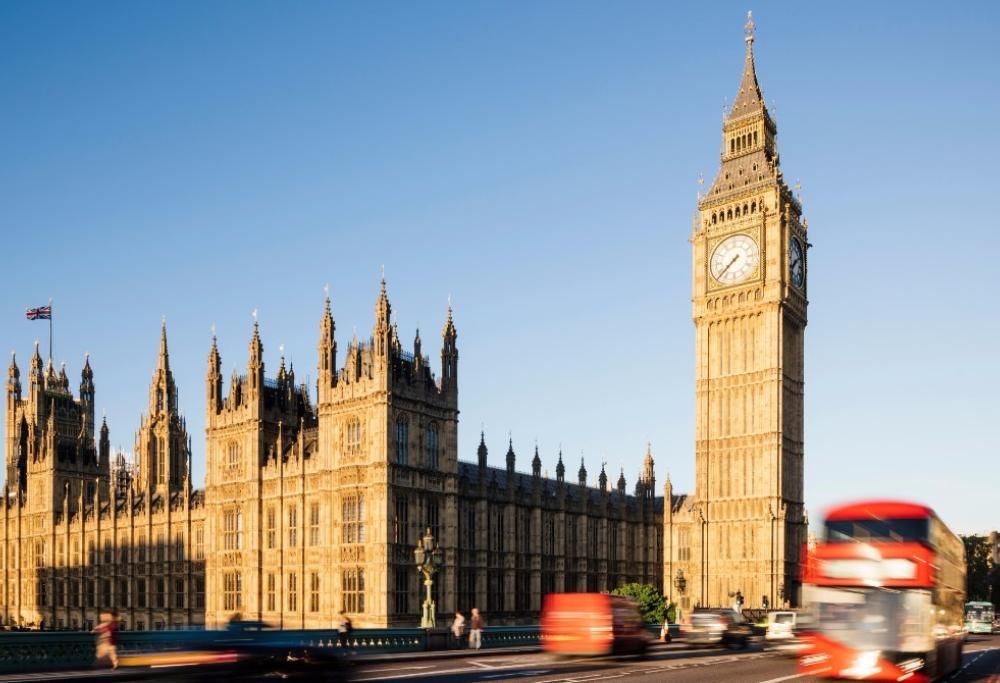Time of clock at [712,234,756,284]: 7:37
